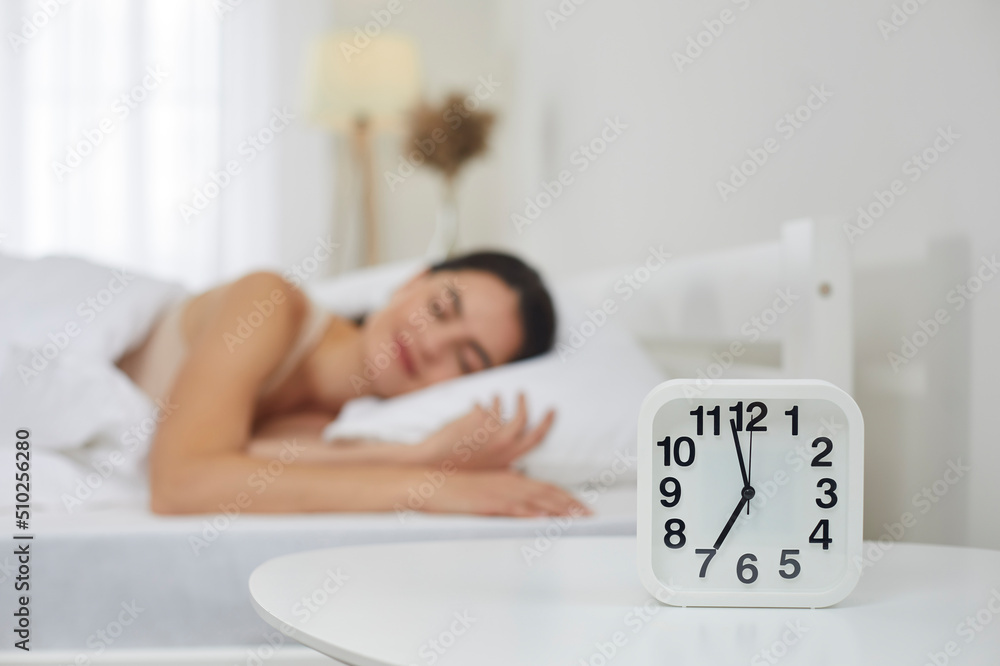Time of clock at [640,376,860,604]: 6:57
